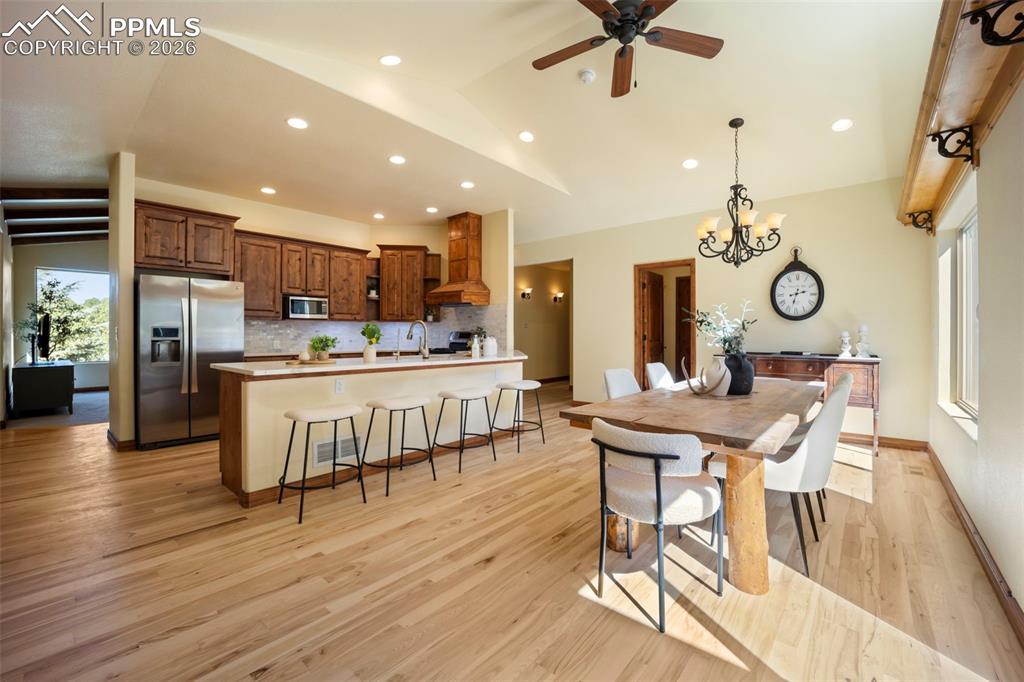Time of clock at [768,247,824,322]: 2:32
